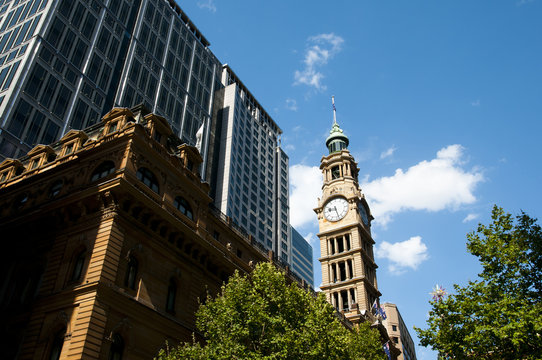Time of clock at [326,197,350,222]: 8:27
